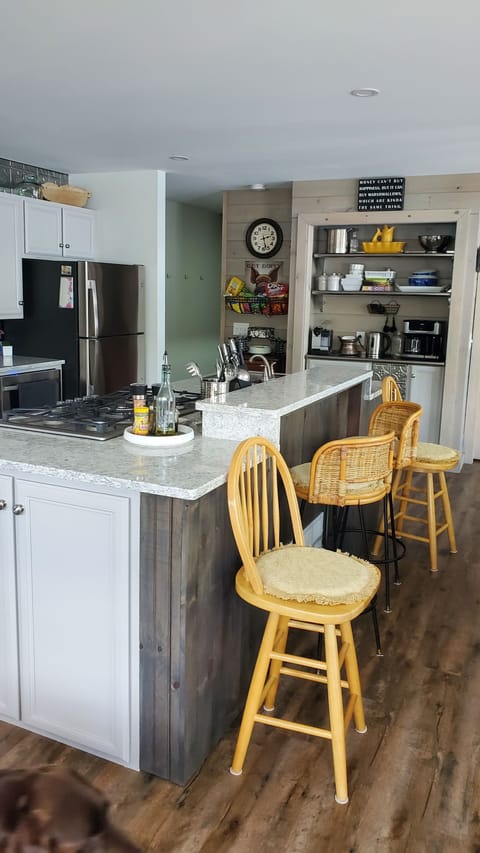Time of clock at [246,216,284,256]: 2:27
